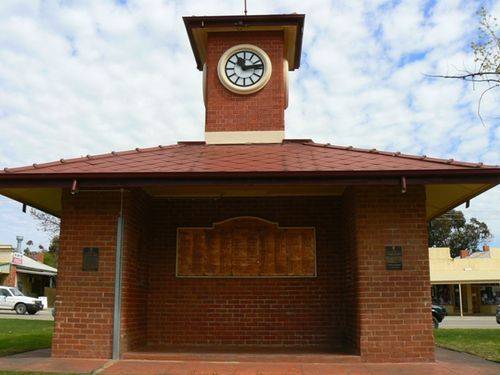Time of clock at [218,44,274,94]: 11:13
